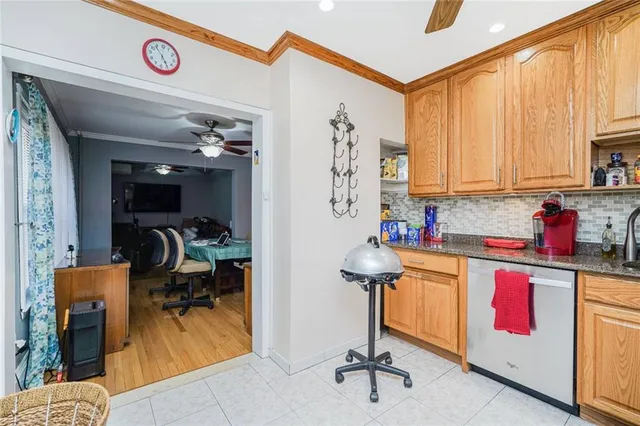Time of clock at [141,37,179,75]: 4:53
